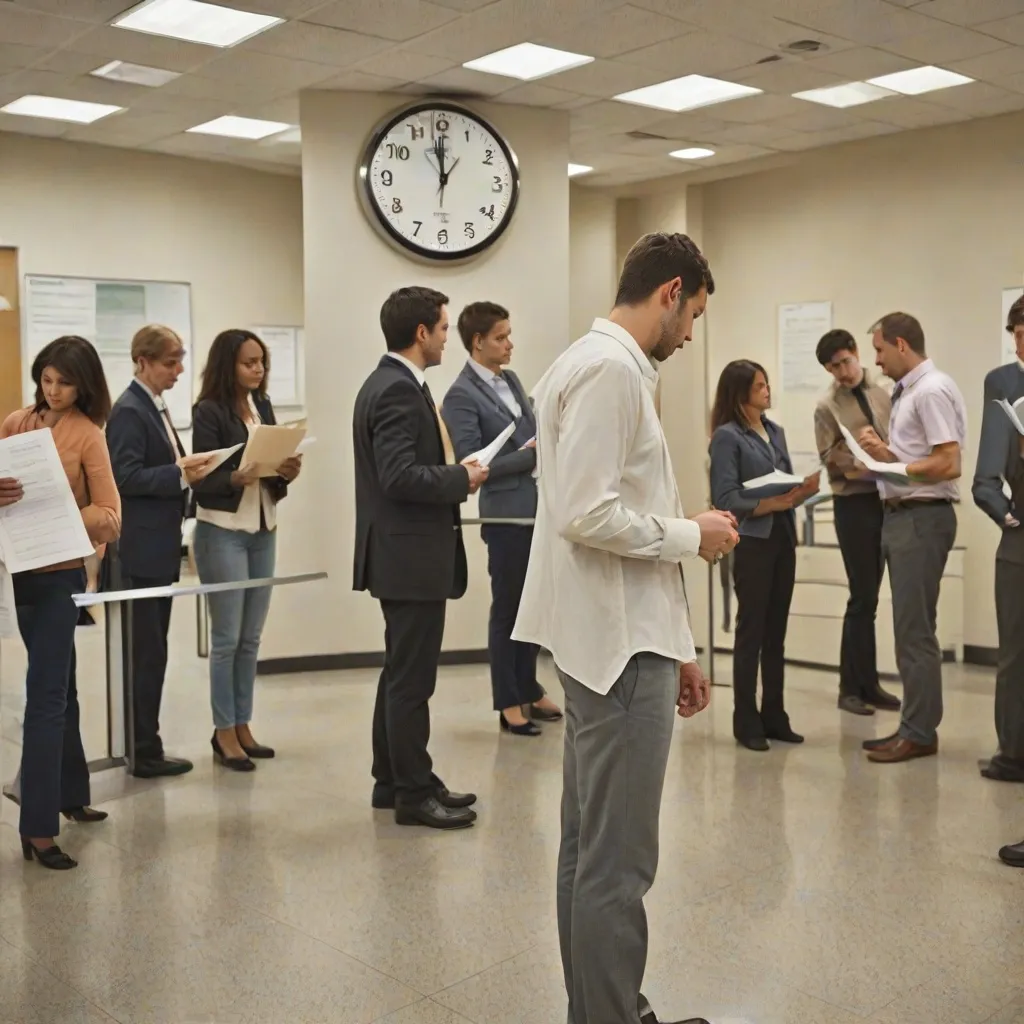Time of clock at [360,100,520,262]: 11:58
